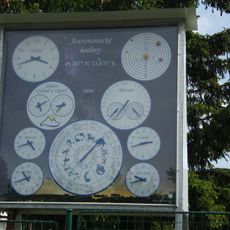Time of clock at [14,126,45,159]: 4:41
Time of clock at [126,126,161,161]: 2:42
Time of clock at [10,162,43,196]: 10:41
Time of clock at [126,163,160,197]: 9:42
